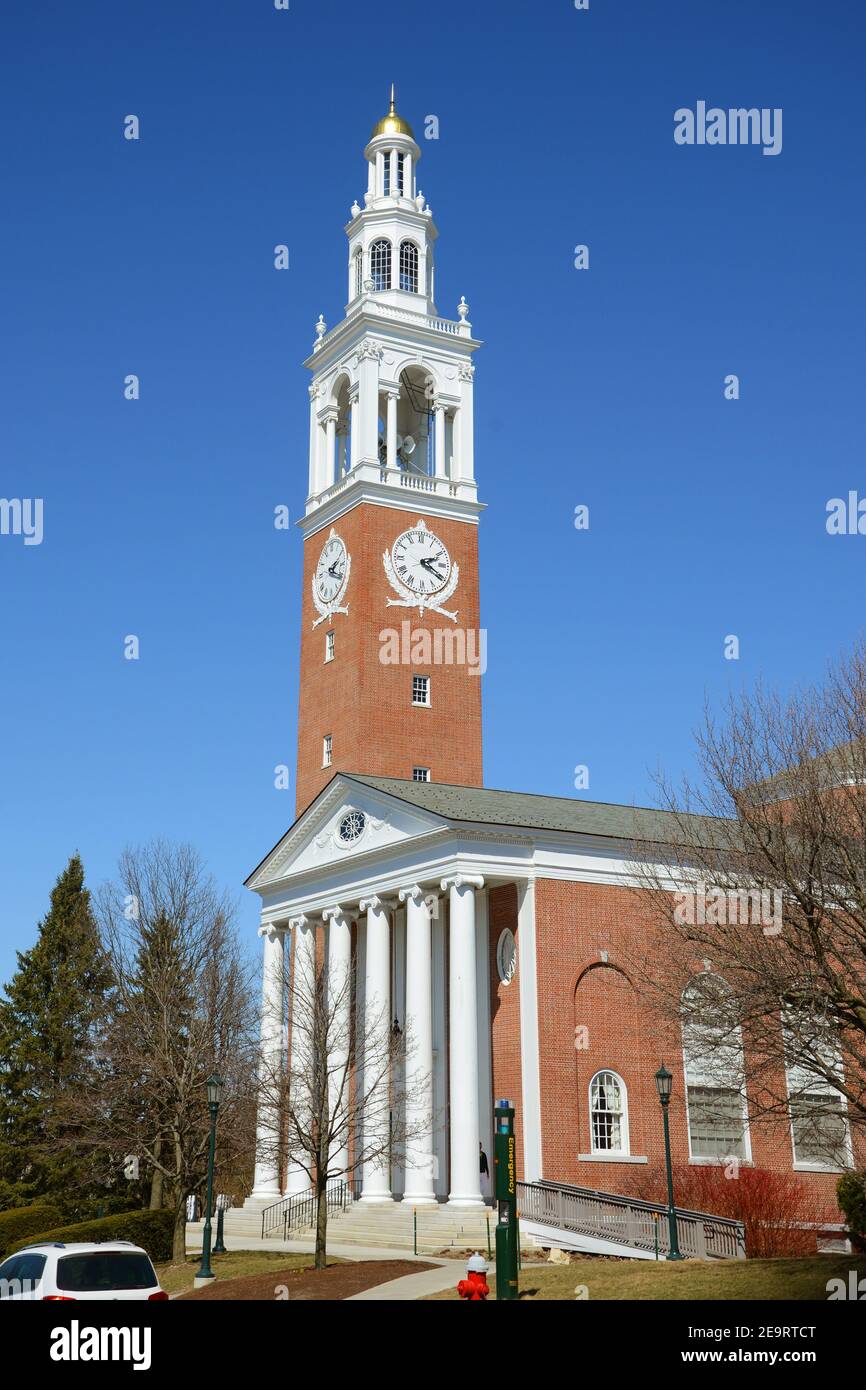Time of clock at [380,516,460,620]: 2:19
